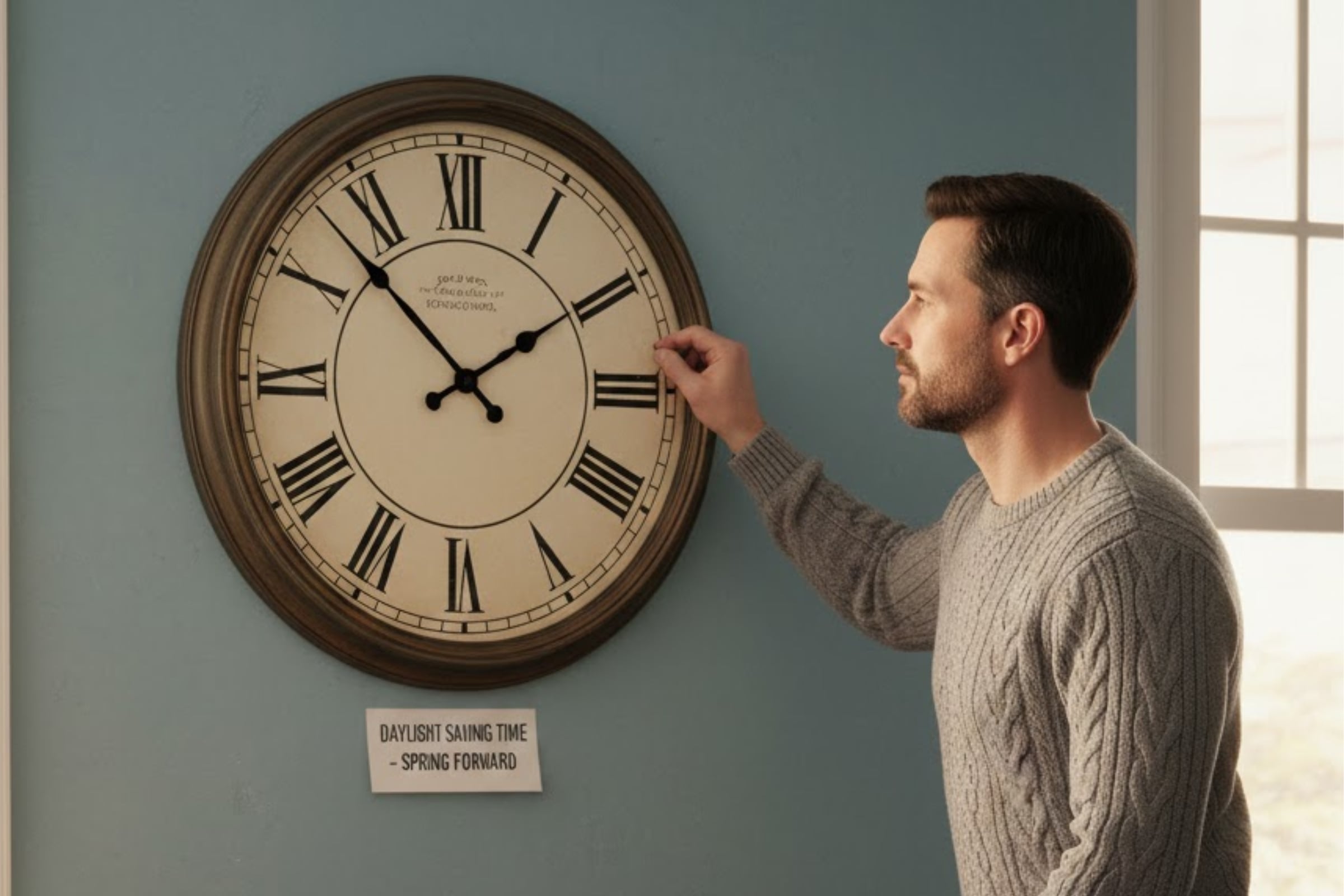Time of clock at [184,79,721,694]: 1:52
